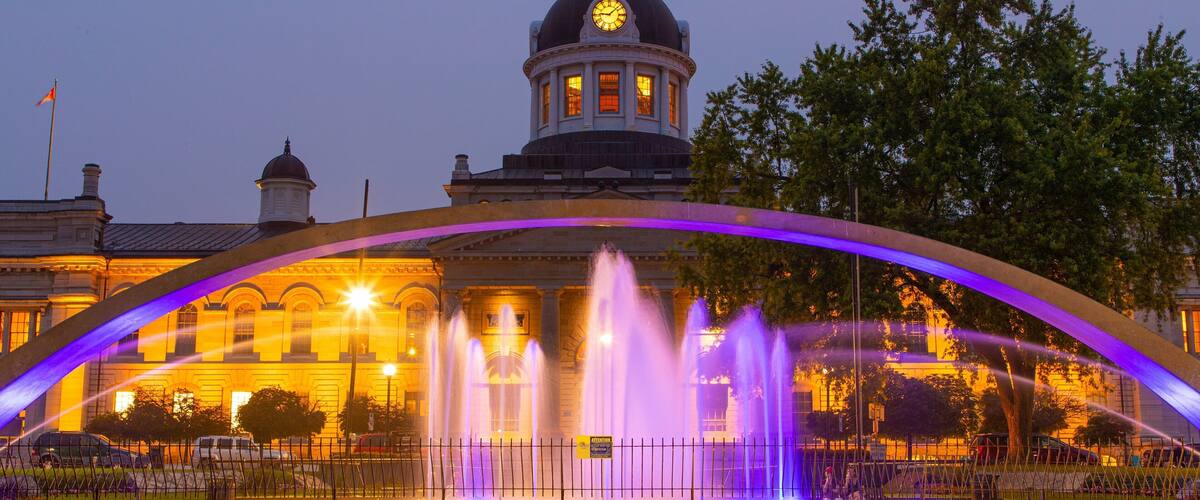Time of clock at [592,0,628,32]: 9:07
